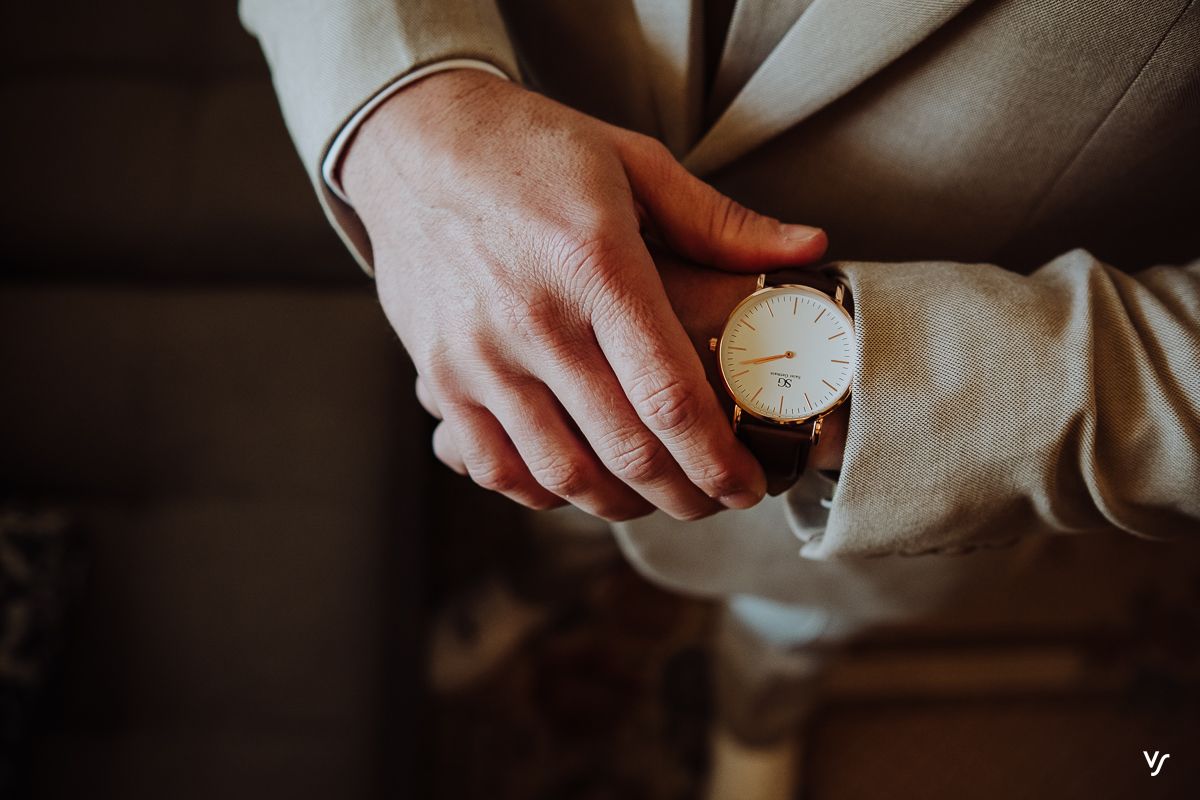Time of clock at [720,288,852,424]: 8:42
